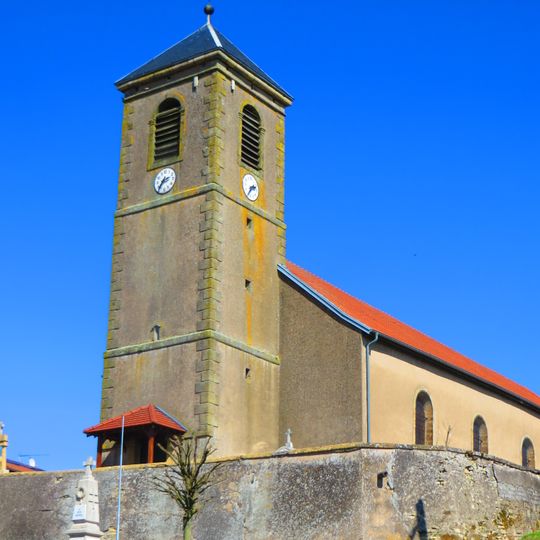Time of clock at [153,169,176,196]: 2:36
